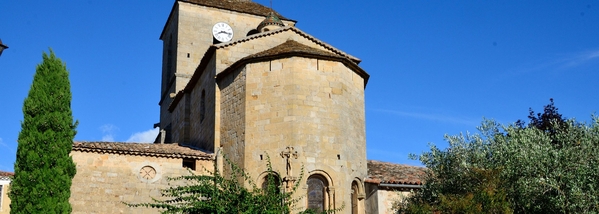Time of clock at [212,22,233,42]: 8:16
